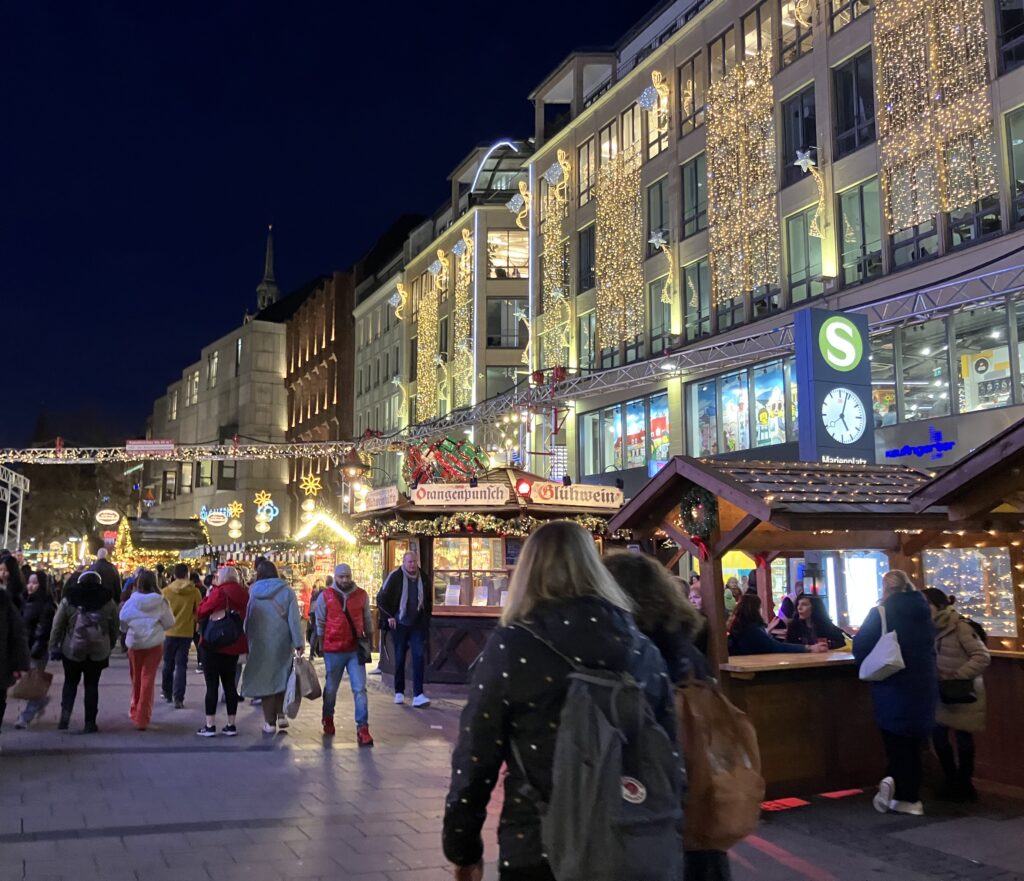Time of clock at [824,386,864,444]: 5:03
